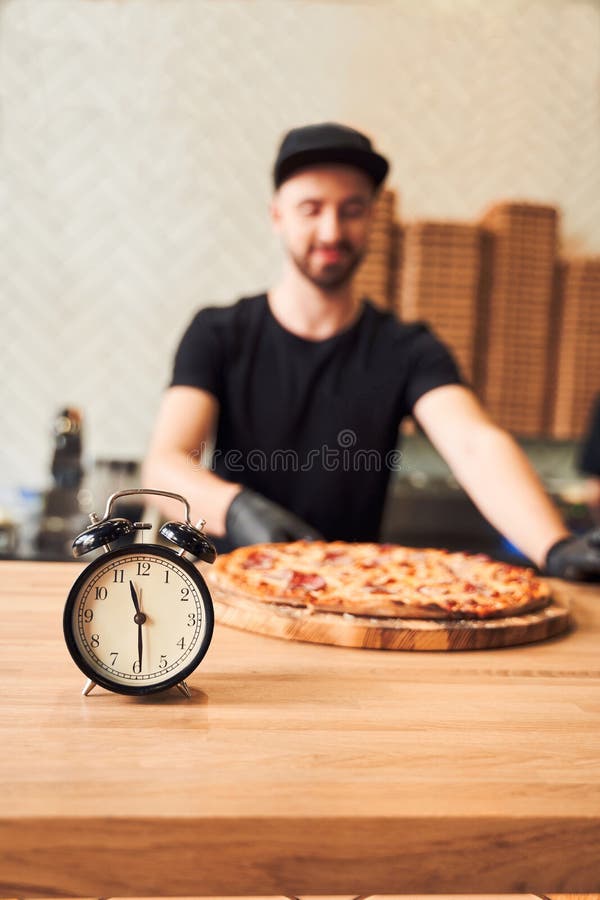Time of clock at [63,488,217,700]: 11:29
